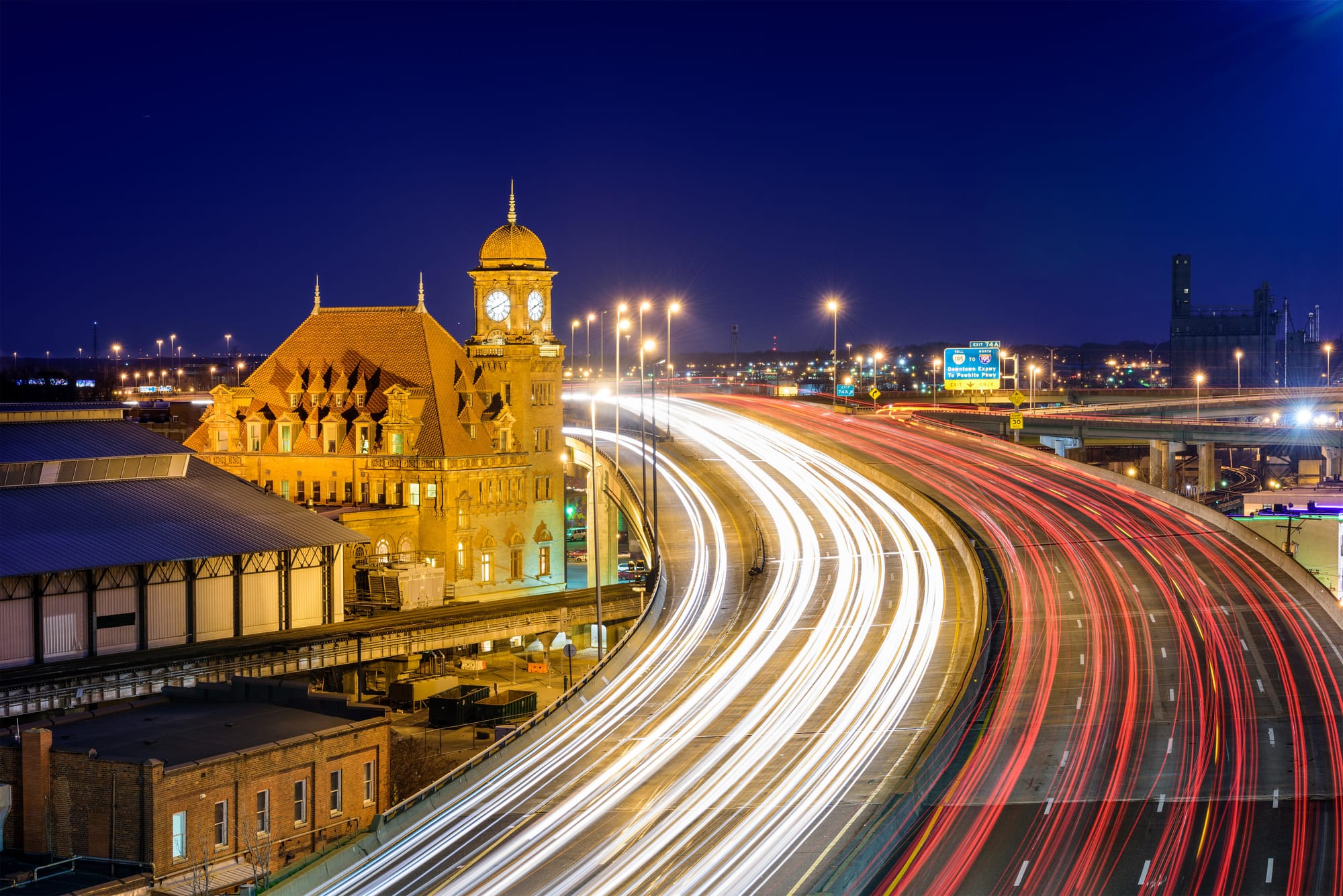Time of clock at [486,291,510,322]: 8:10
